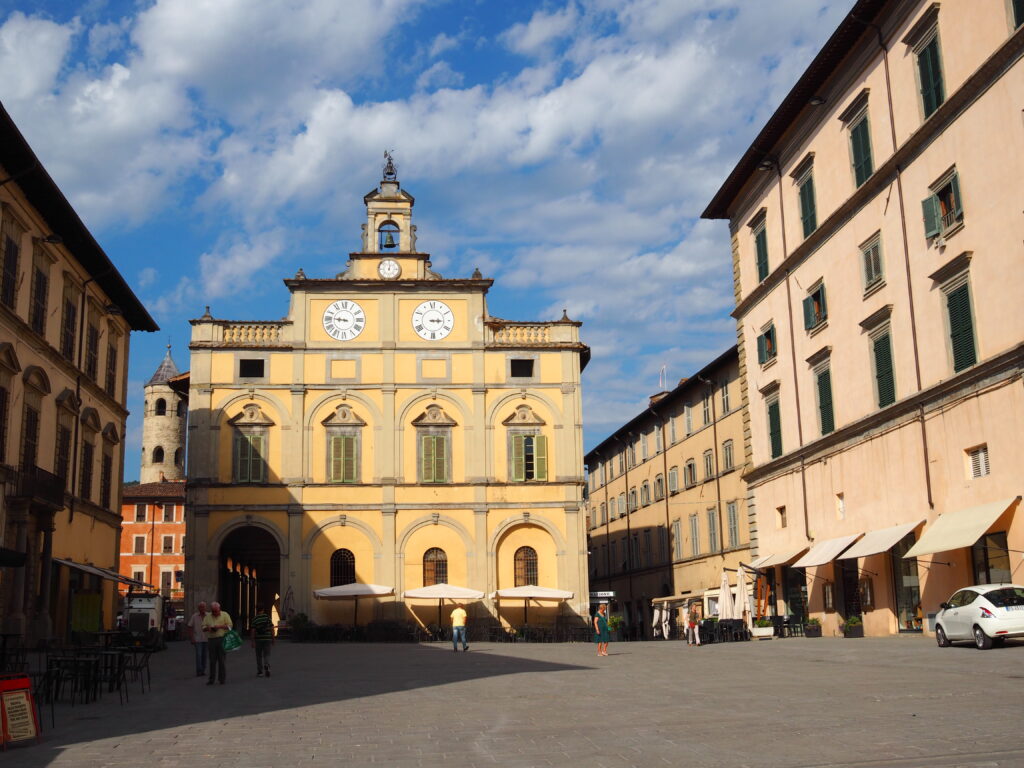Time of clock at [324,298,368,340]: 8:46
